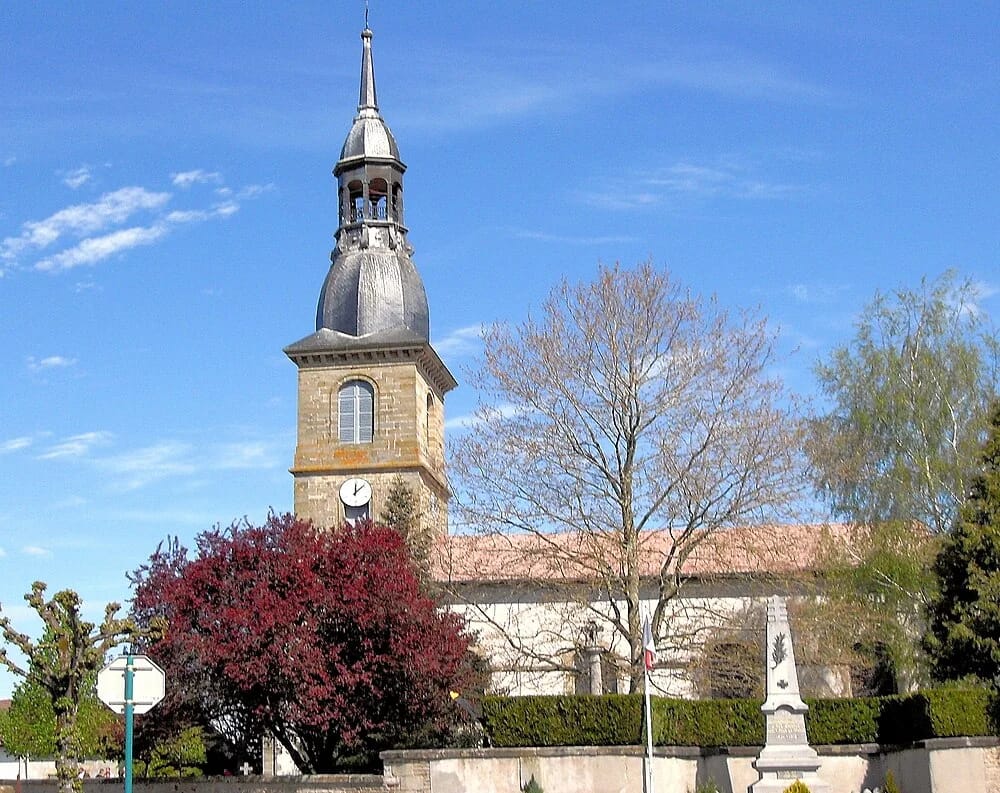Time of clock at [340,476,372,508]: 12:07
